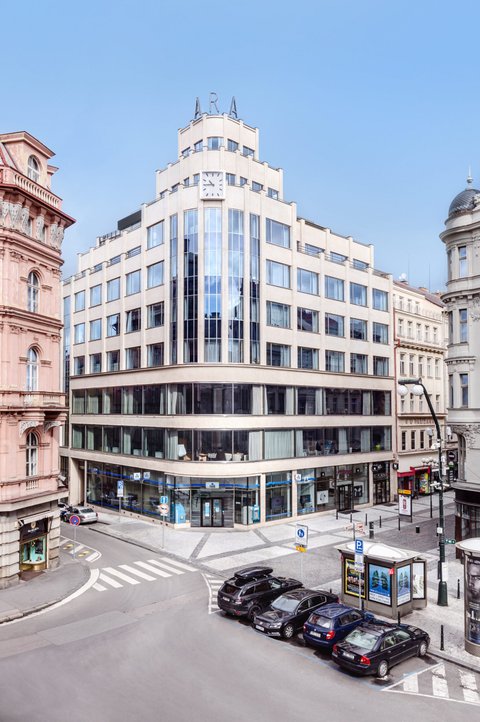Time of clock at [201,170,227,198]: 10:45
